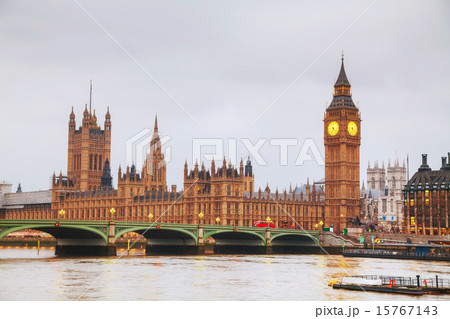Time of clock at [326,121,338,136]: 4:34
